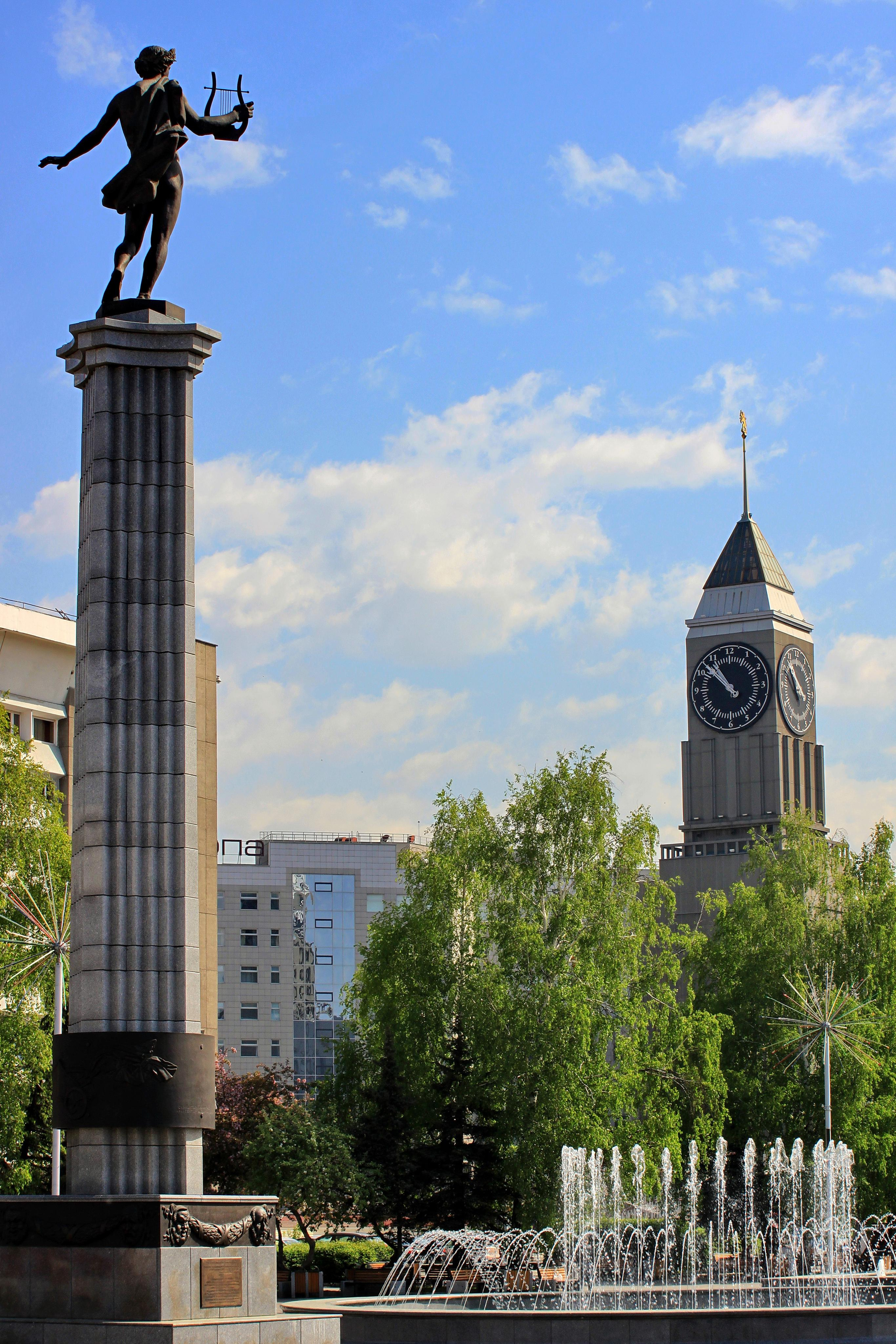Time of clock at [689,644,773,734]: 10:52
